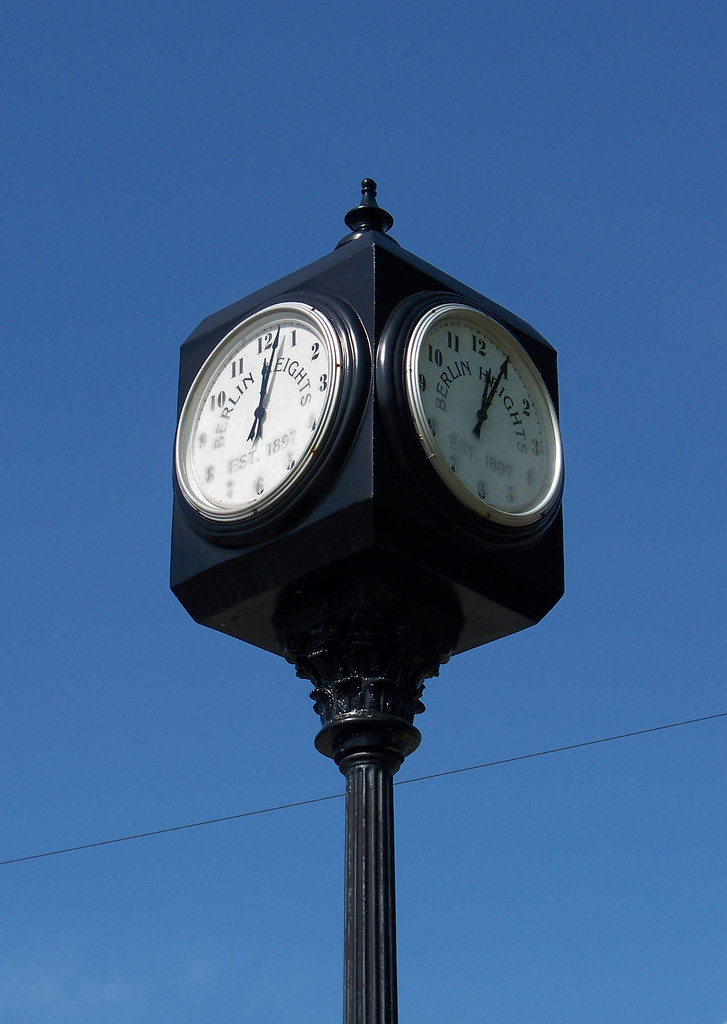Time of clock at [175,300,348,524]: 12:02
